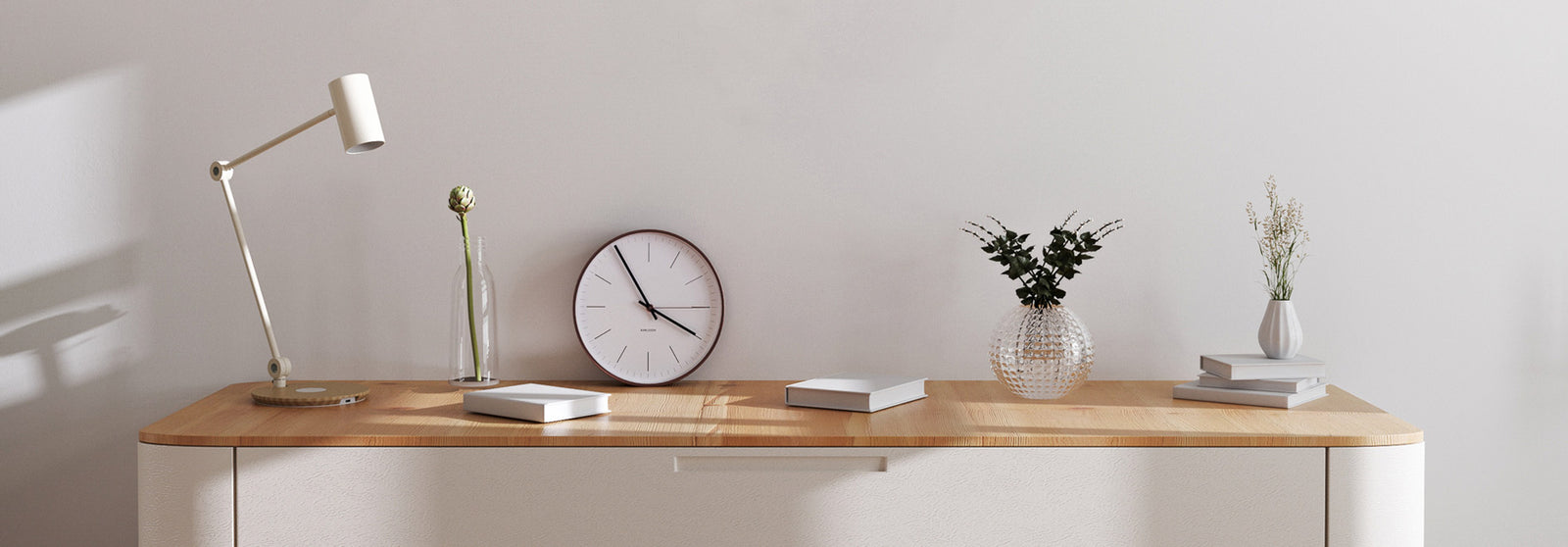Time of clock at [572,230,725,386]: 3:54
